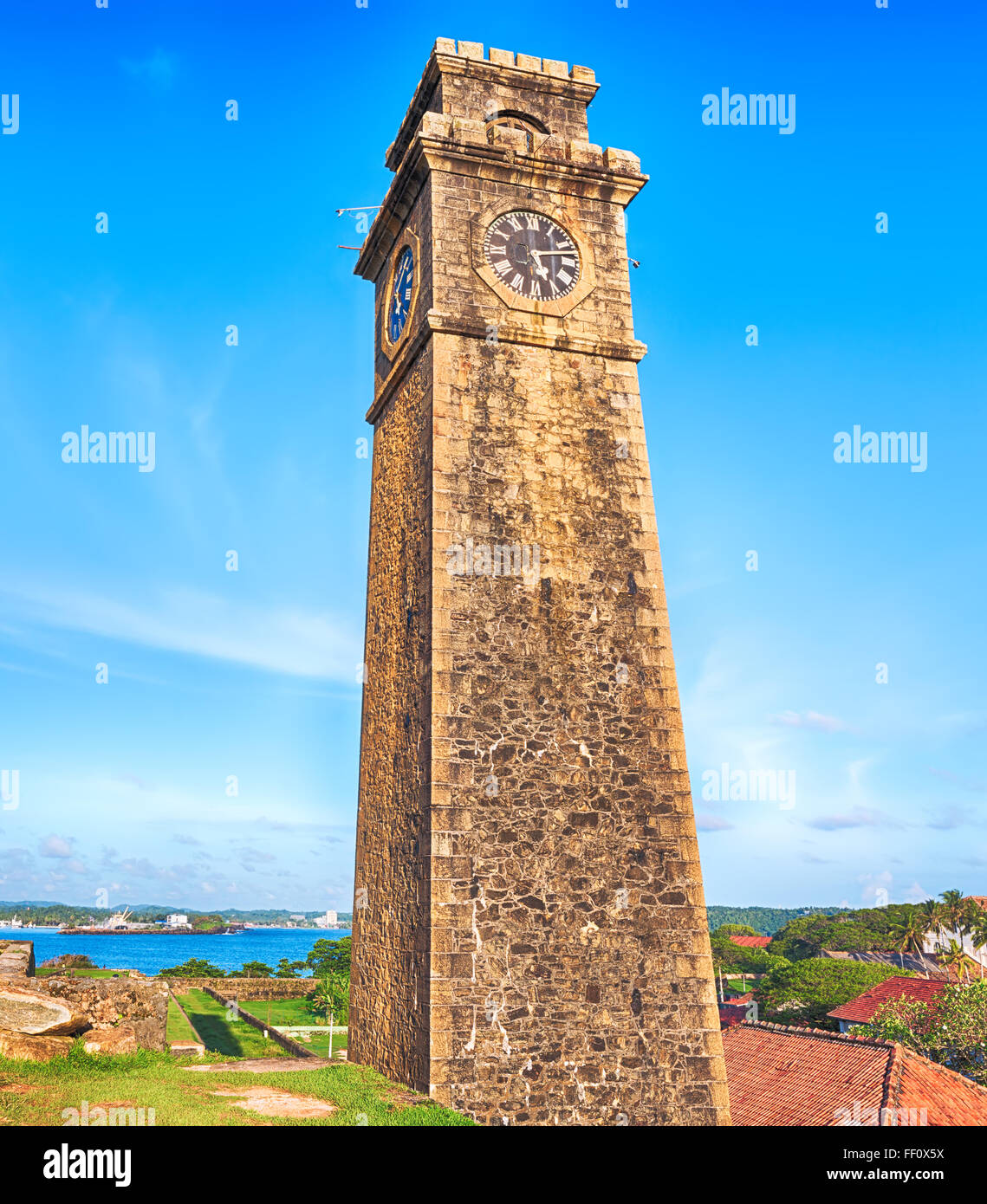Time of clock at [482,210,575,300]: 5:13
